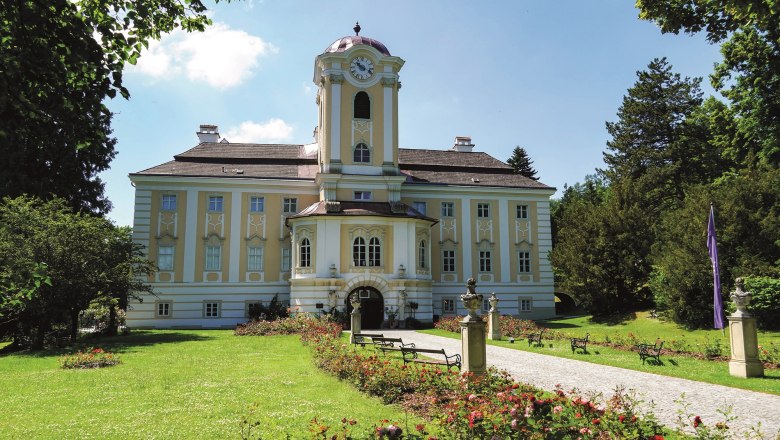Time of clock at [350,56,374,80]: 10:18
